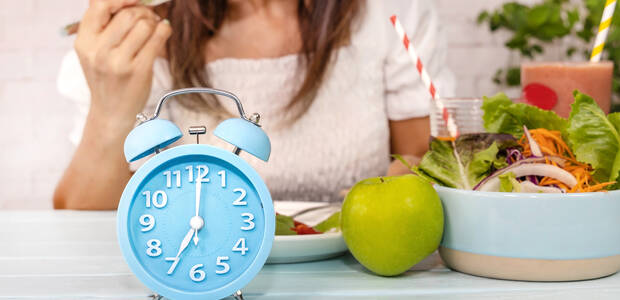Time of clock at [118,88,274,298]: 7:00
